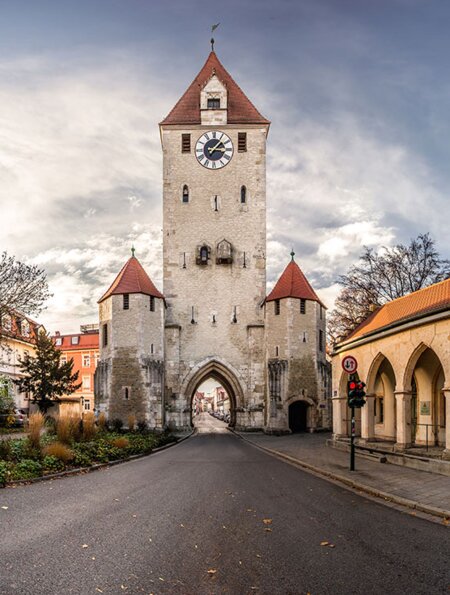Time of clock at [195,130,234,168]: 1:16
